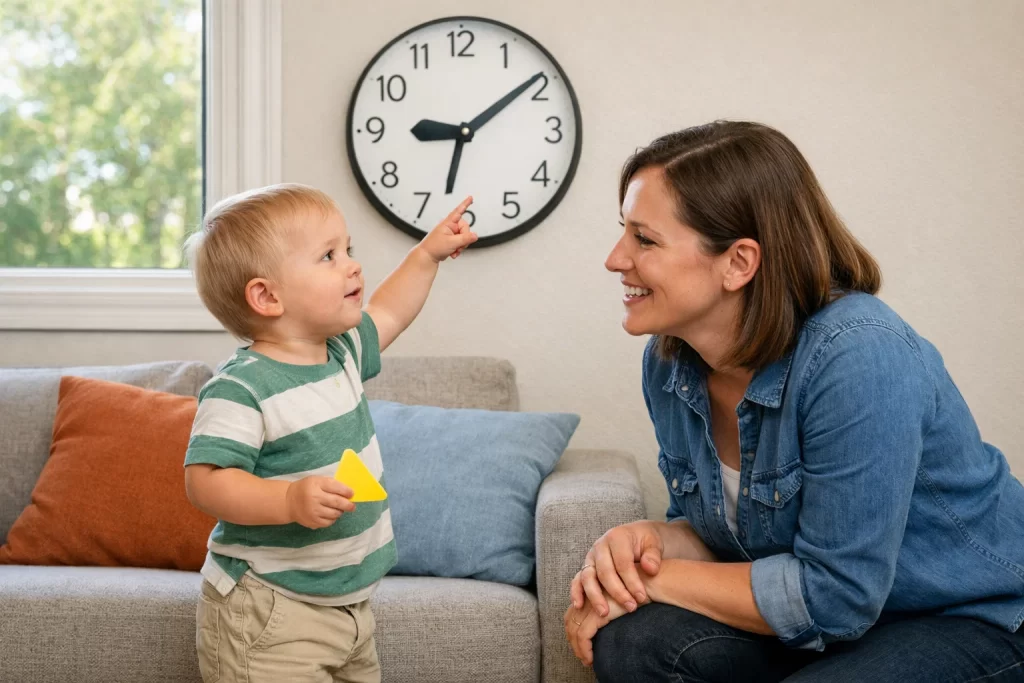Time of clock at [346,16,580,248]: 9:09
